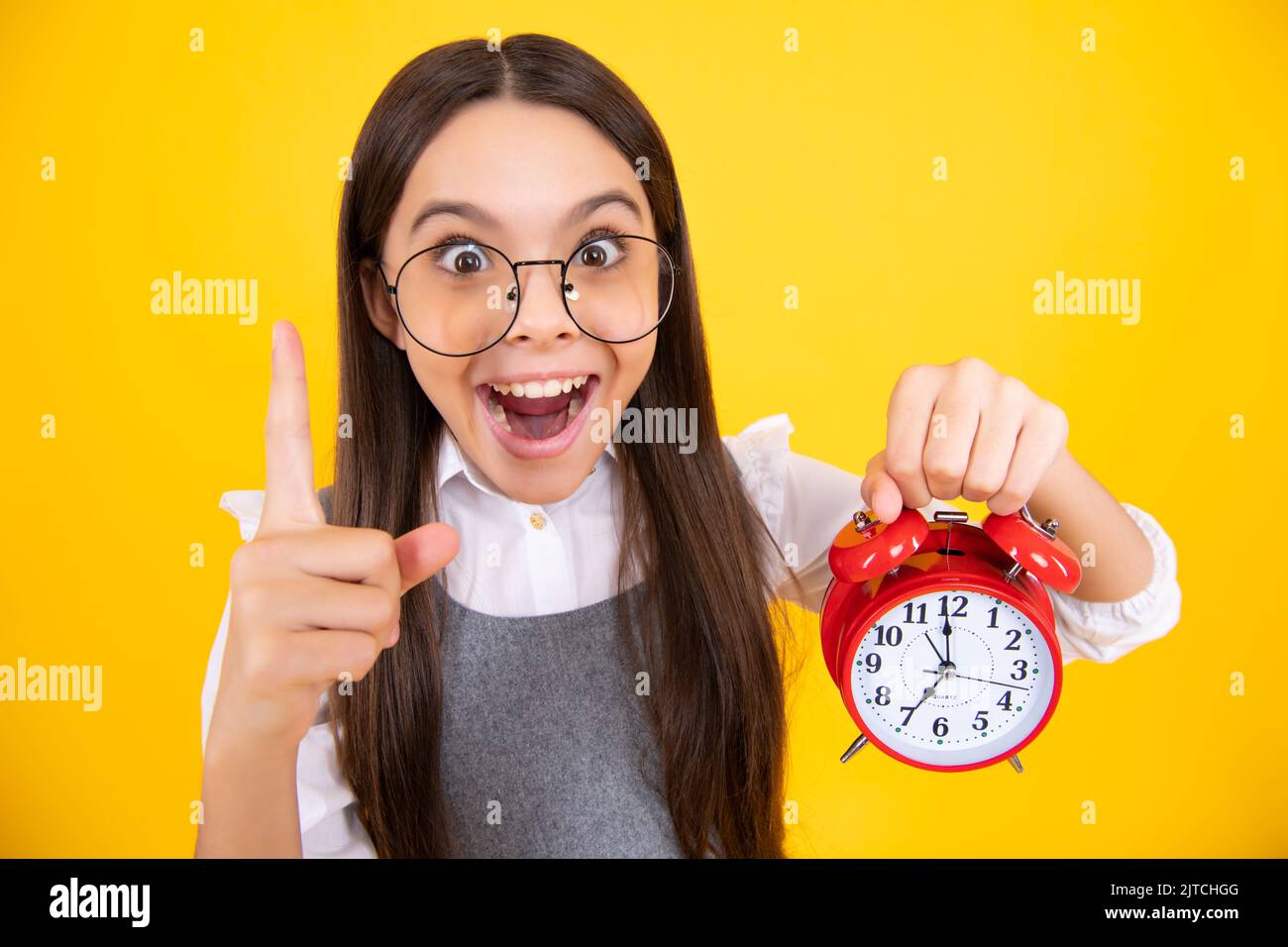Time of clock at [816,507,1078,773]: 6:59
